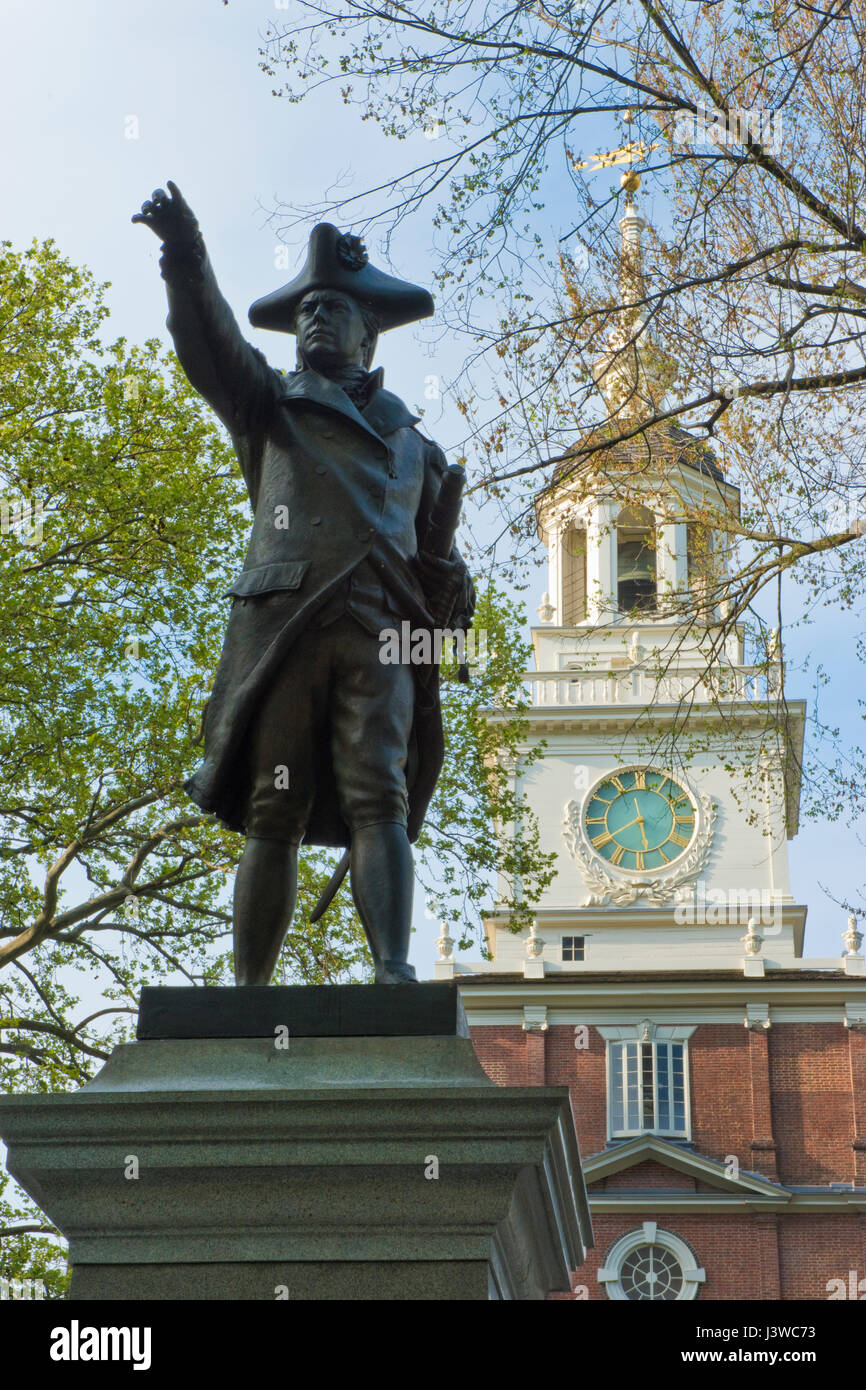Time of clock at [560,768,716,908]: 5:40
